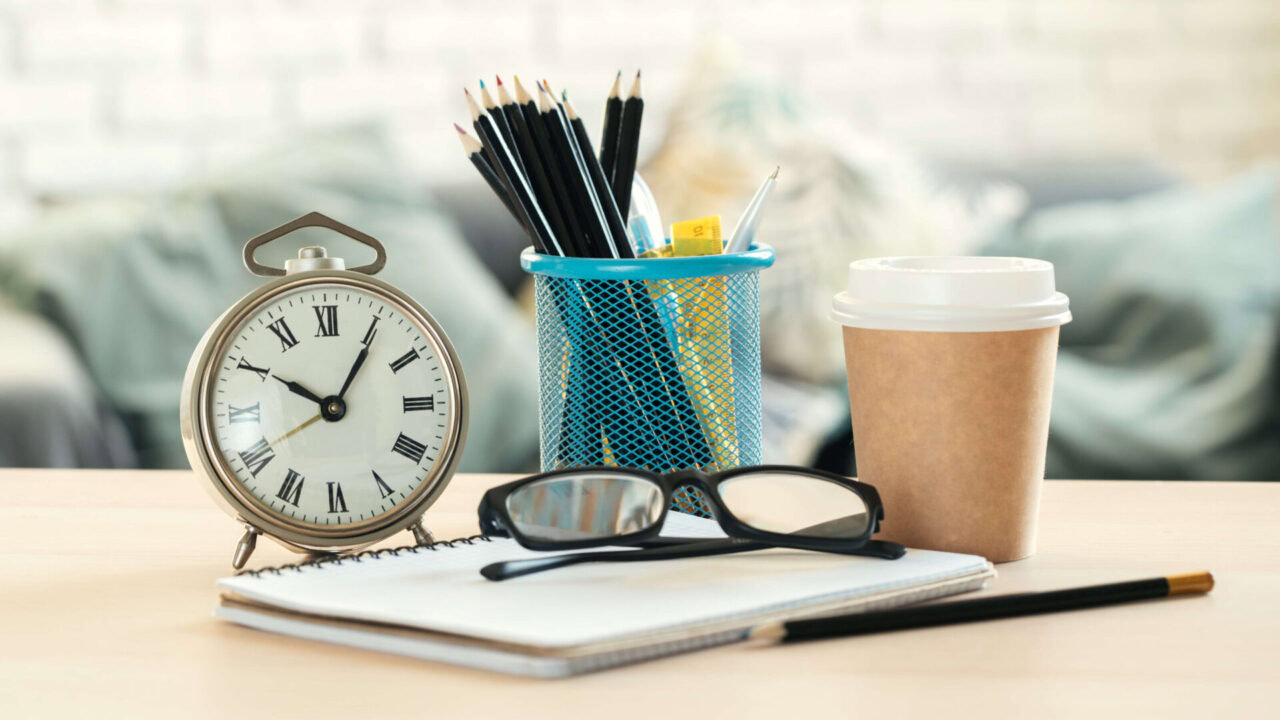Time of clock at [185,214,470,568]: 10:05
